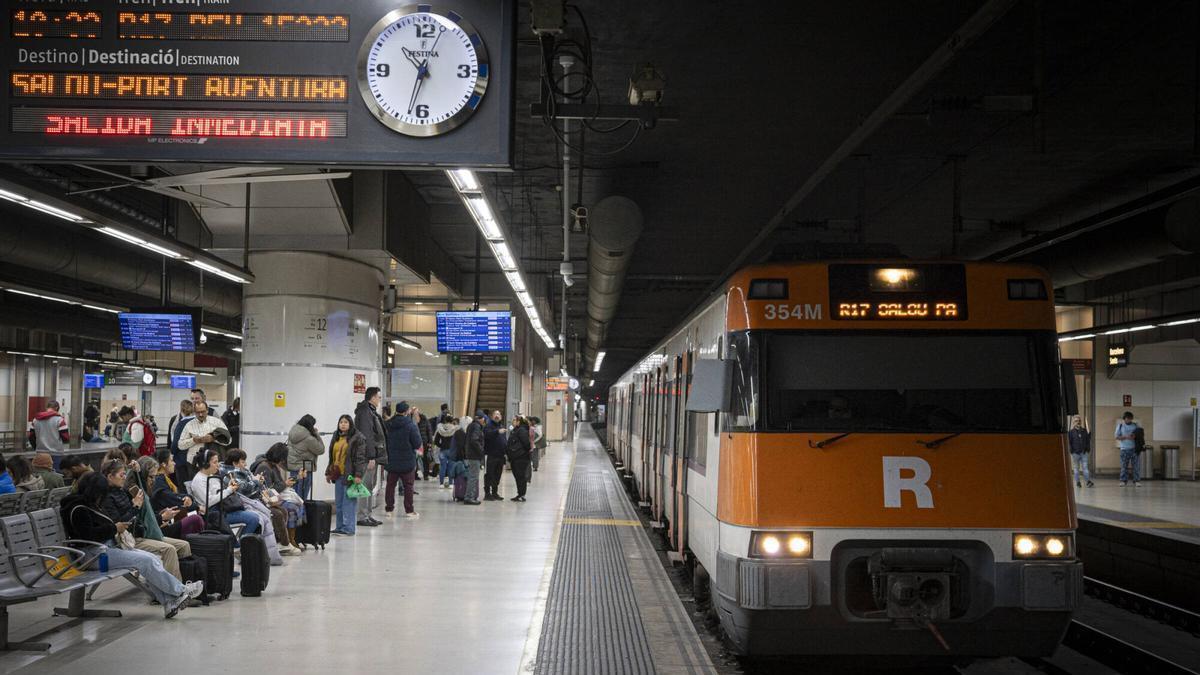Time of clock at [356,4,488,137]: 10:32
